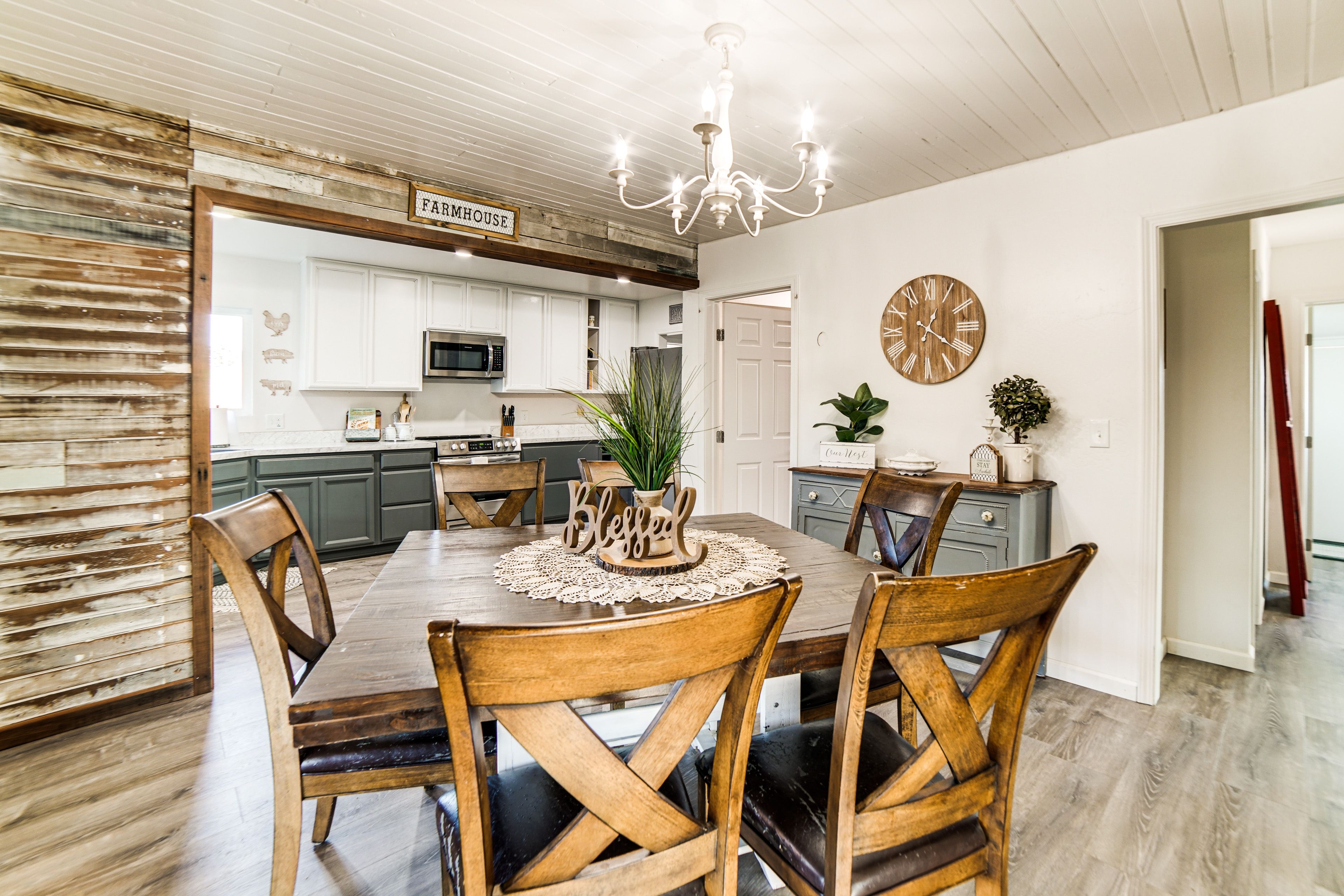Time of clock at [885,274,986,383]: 12:20
